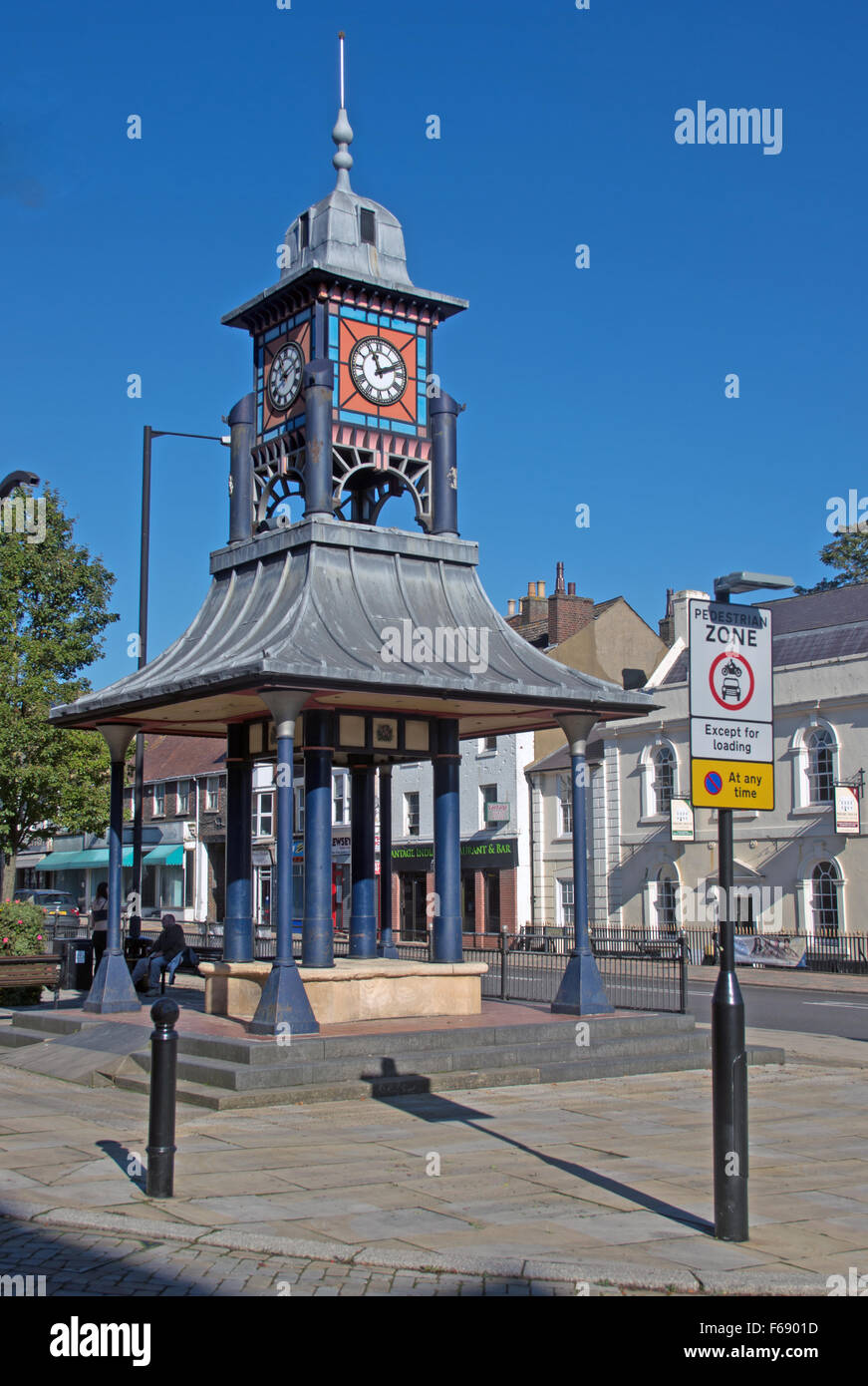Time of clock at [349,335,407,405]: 11:11
